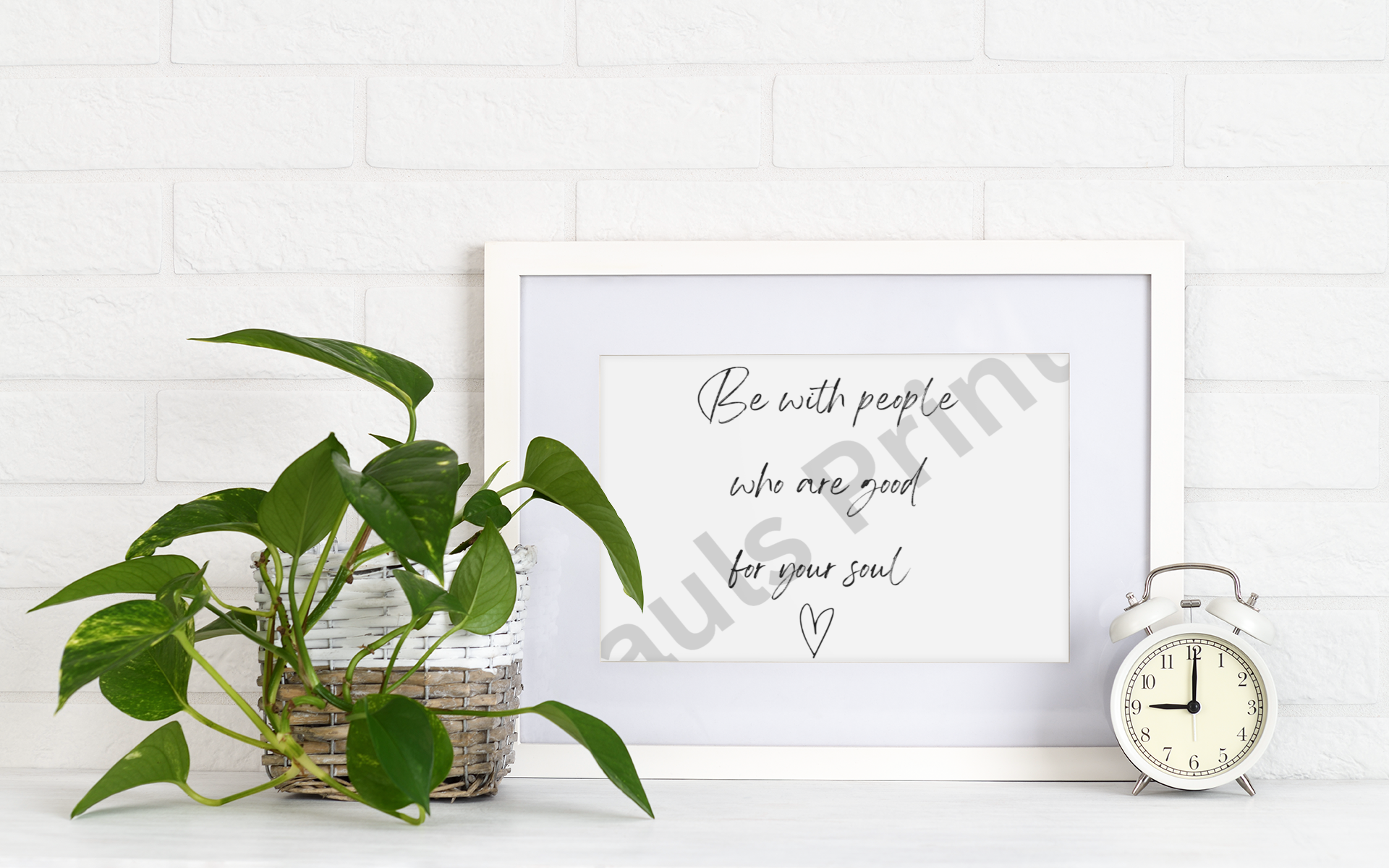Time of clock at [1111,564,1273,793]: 9:00
